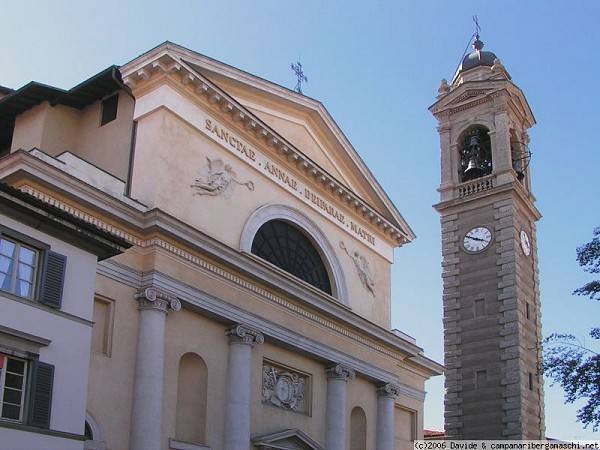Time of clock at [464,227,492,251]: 3:50
